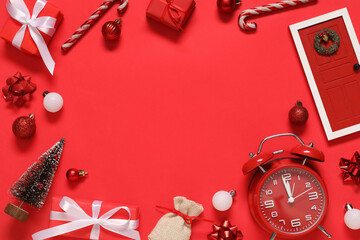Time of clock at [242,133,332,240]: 11:58
